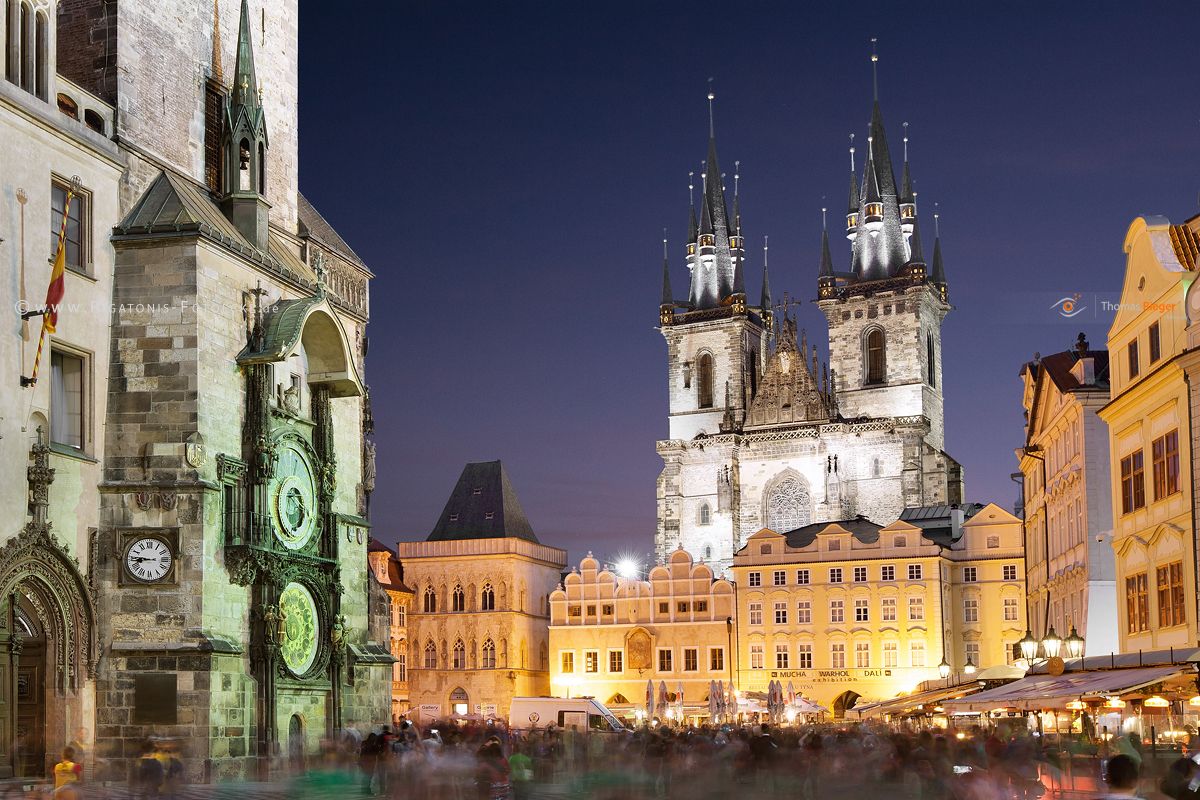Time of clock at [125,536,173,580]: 8:45
